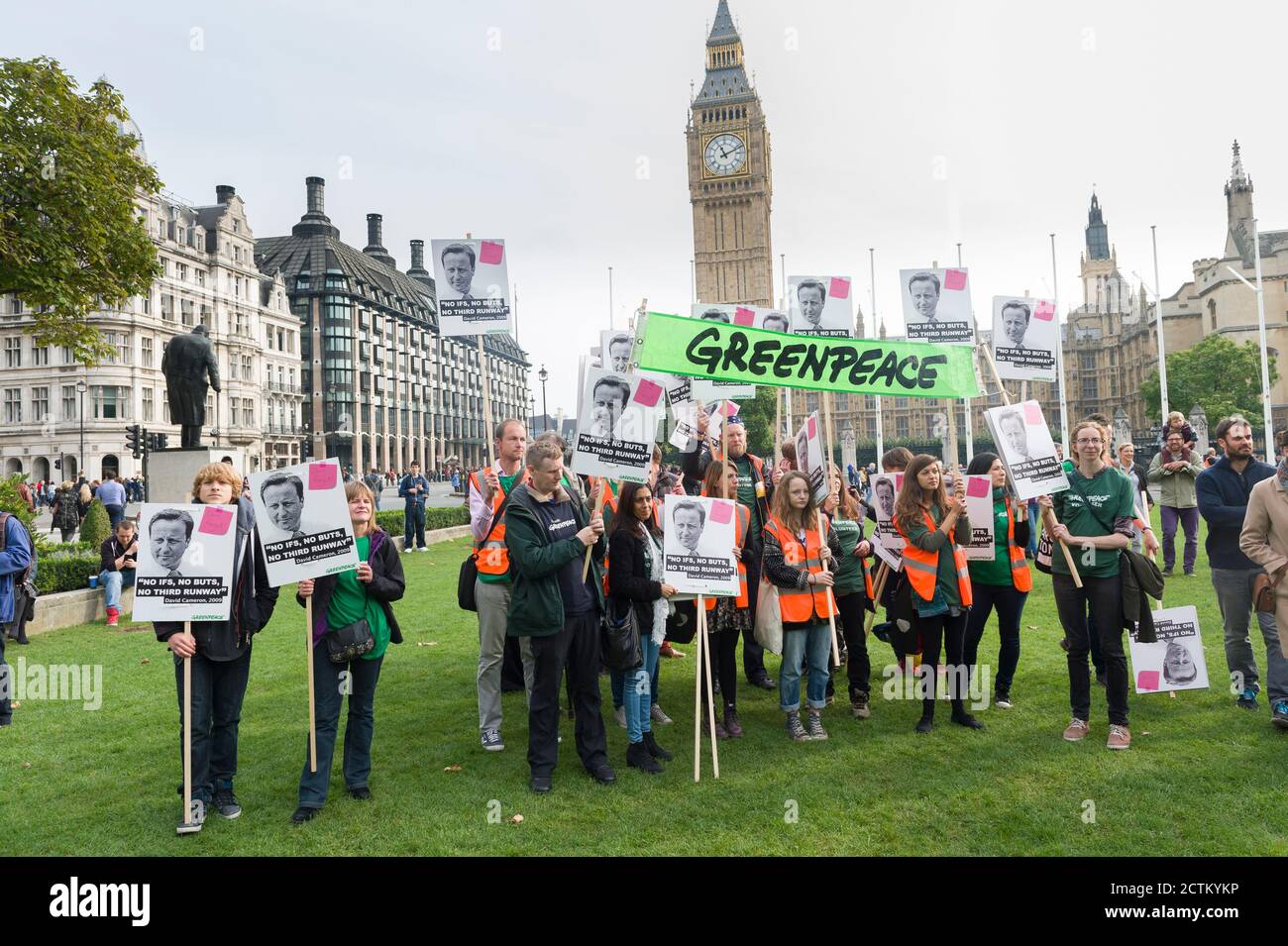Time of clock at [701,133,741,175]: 11:11
